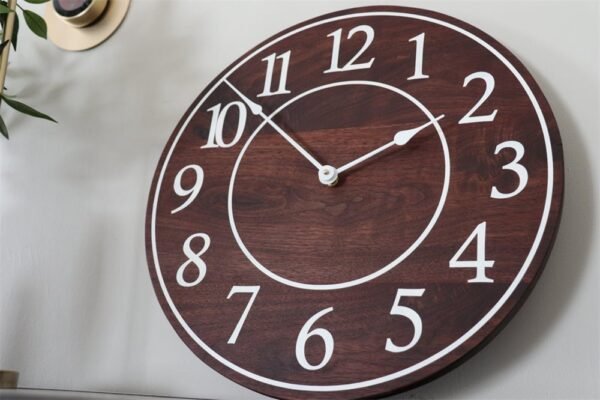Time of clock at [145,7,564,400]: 1:52
